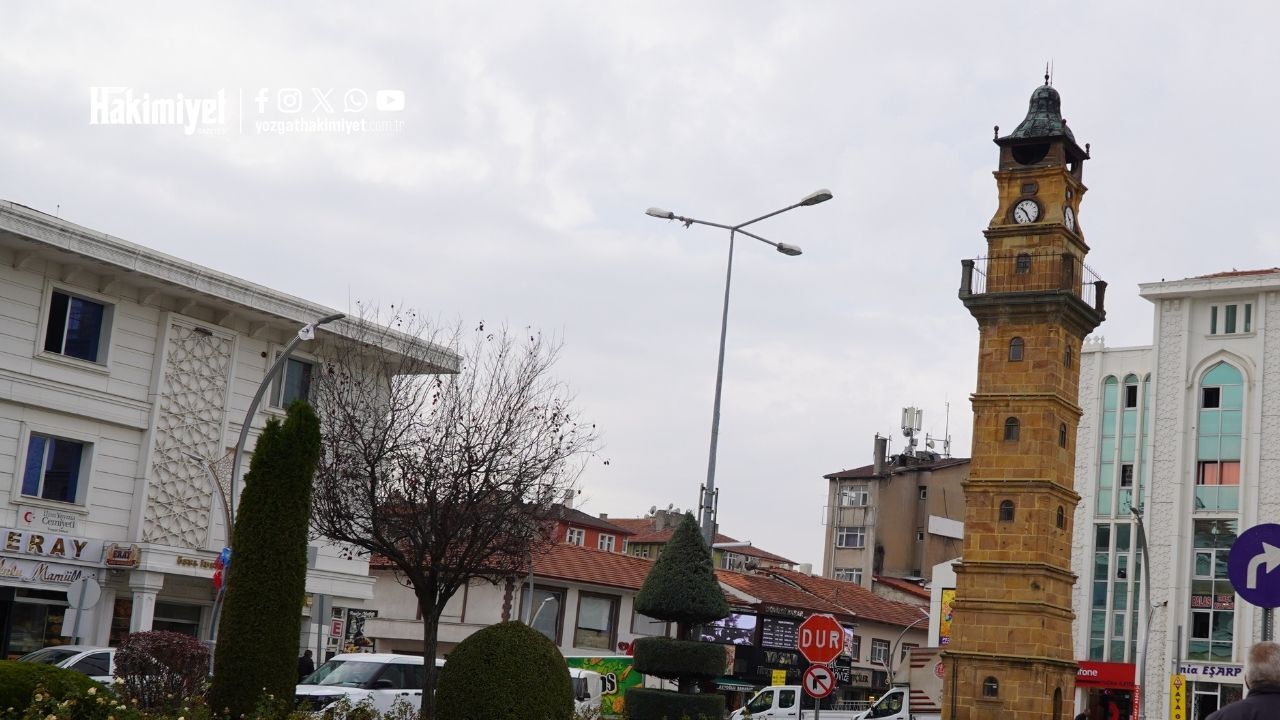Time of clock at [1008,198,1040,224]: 10:25
